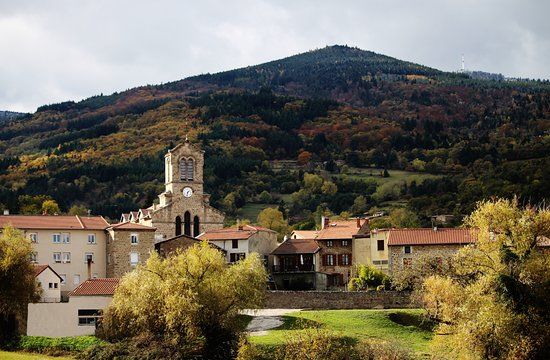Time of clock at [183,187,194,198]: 1:32
